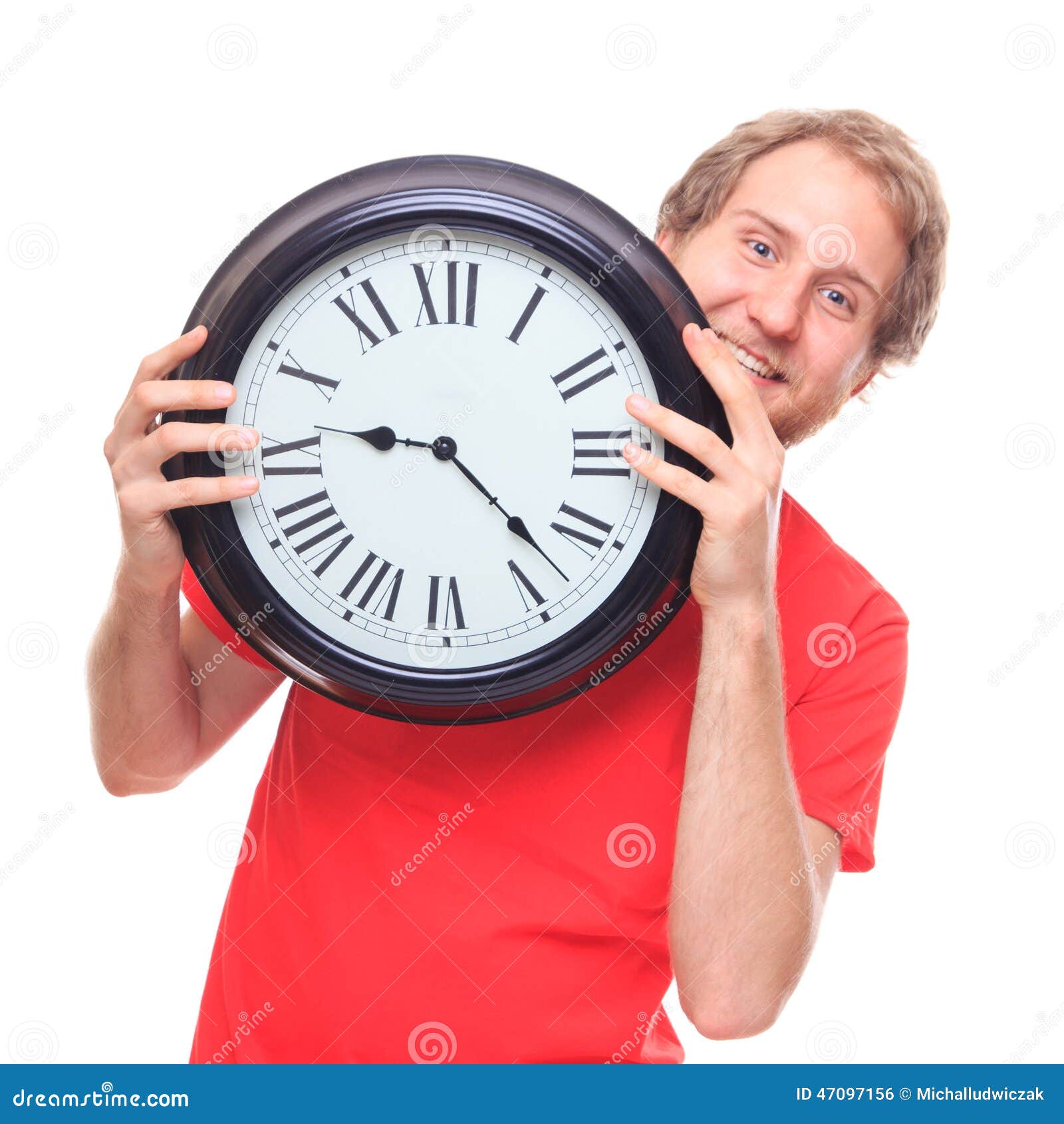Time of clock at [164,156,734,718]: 9:22
